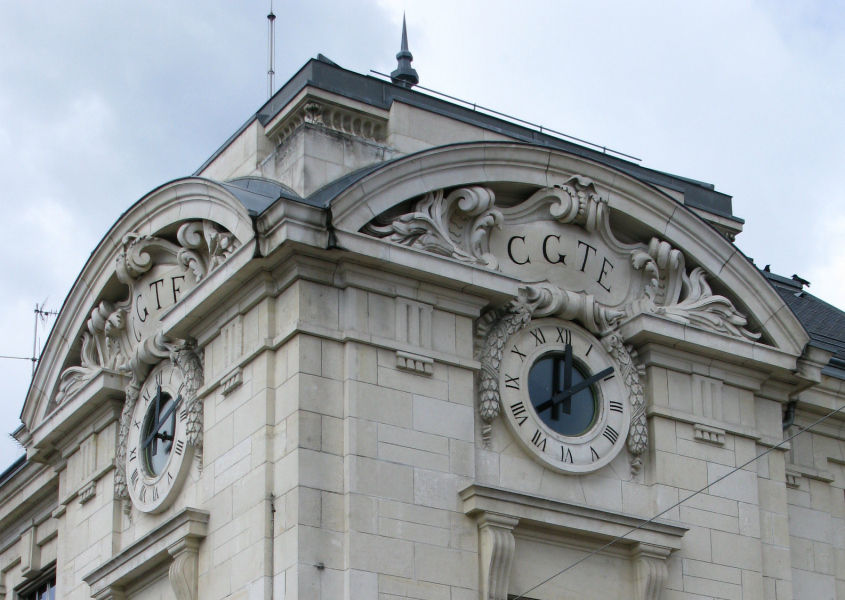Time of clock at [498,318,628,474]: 12:09
